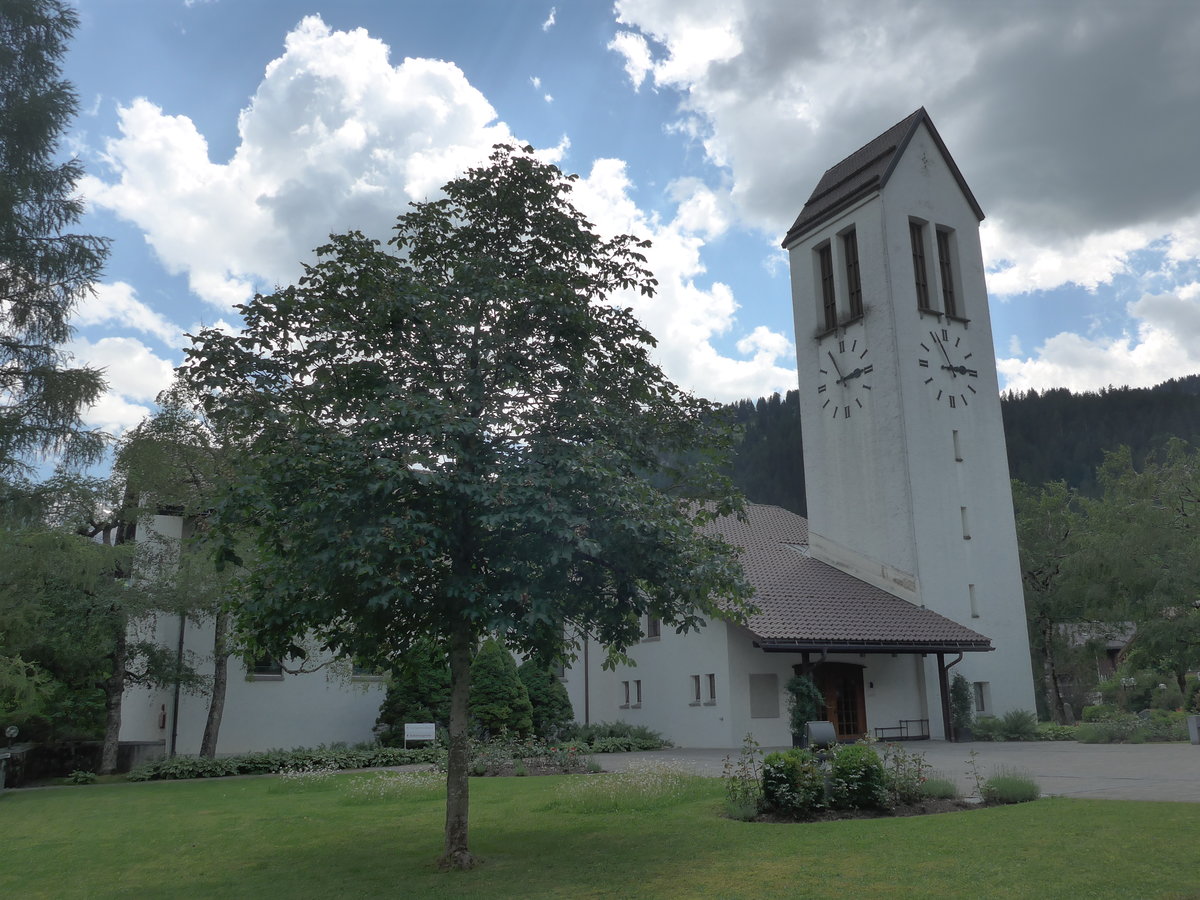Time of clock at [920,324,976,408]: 2:56
